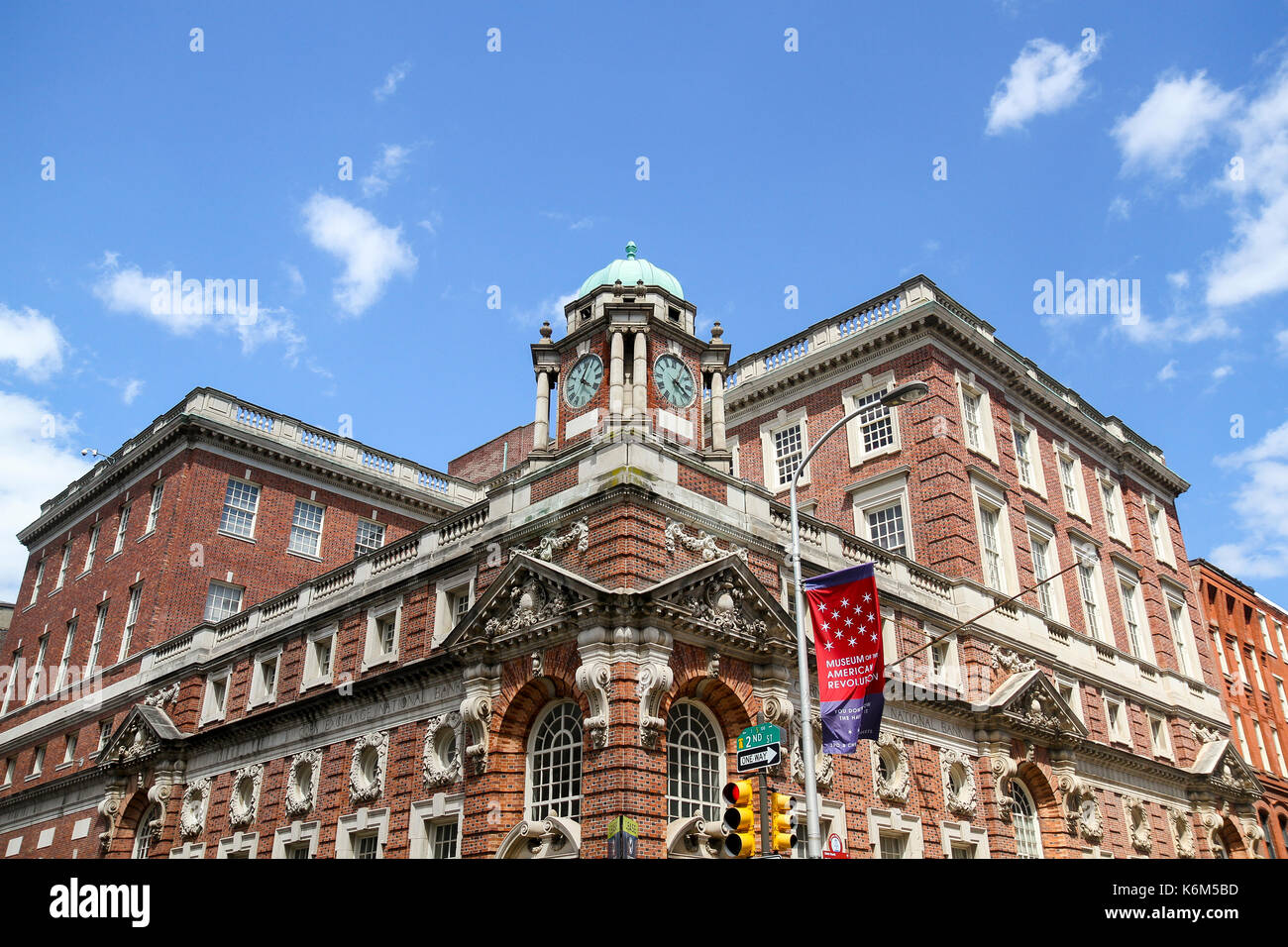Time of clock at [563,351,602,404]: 4:04
